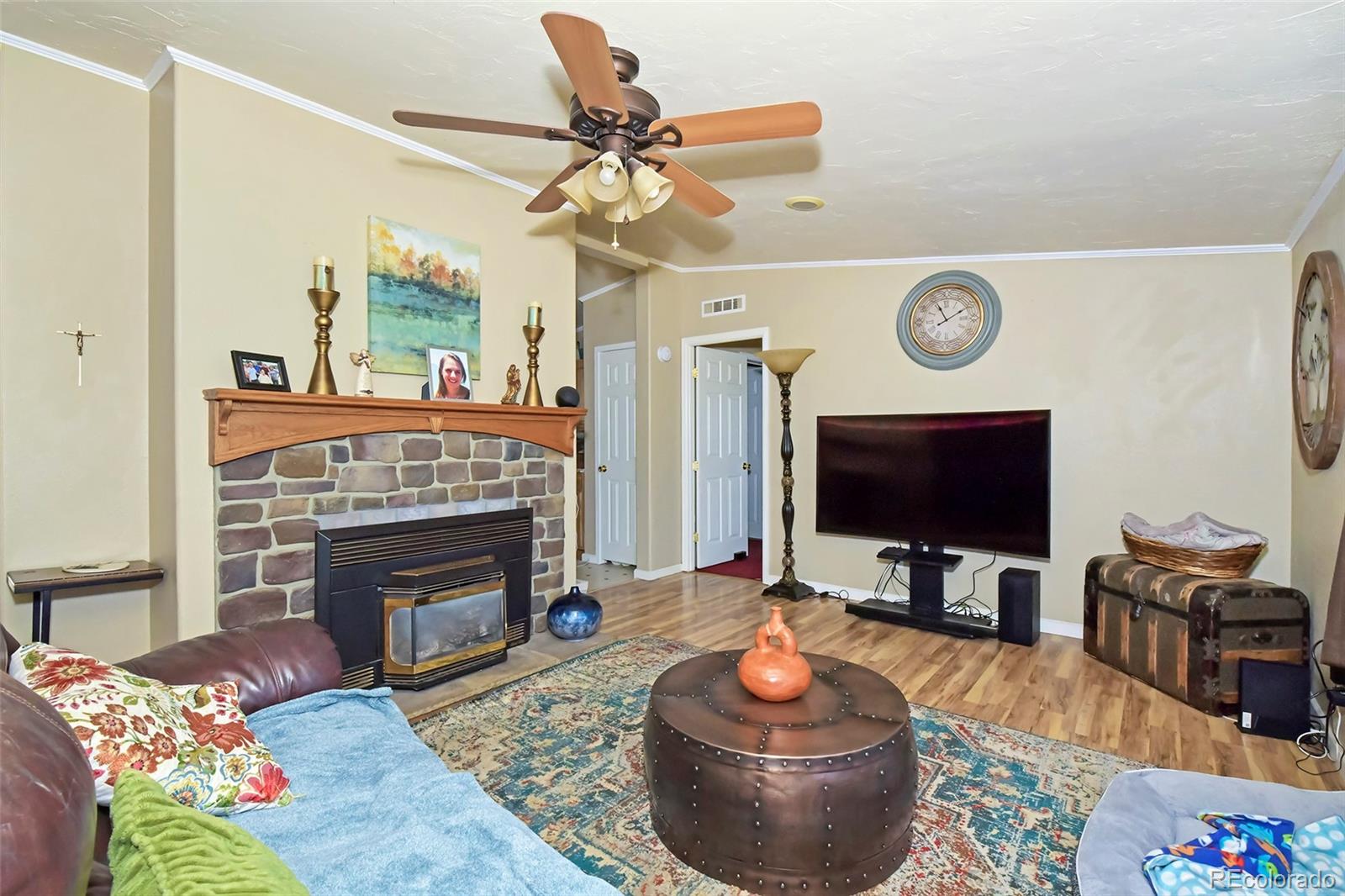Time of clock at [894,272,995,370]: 11:09
